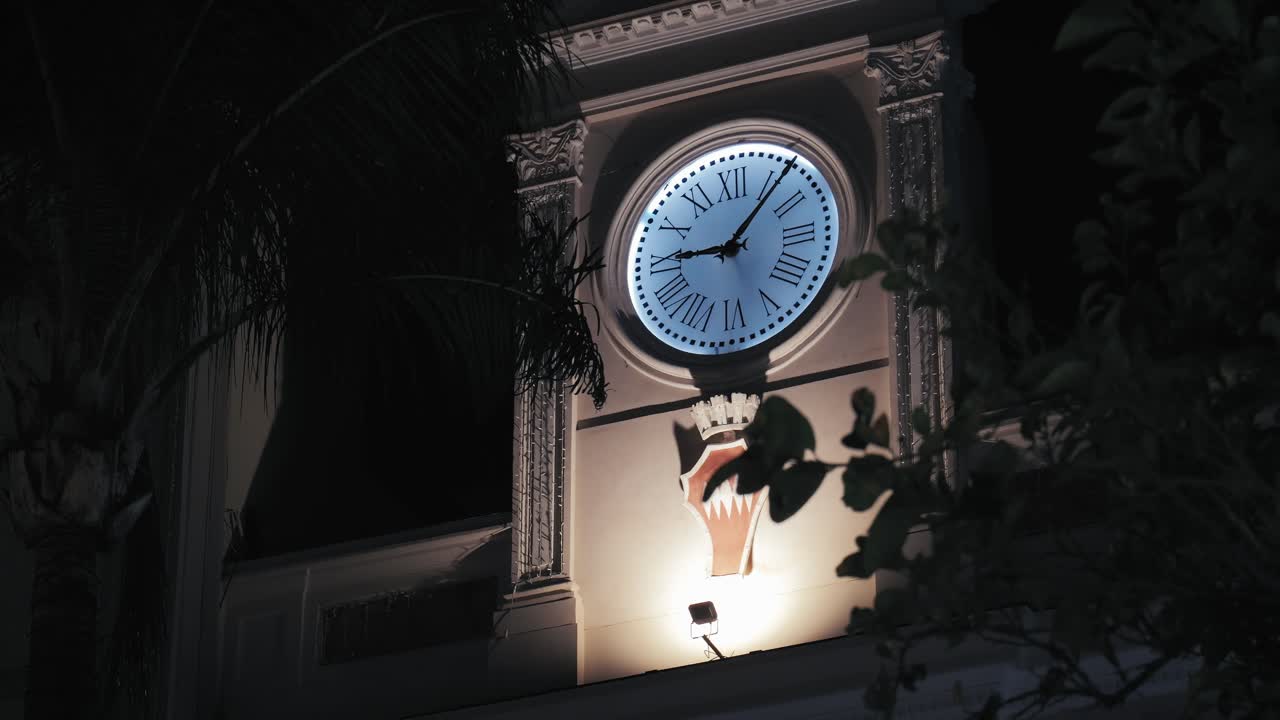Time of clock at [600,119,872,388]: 9:06
